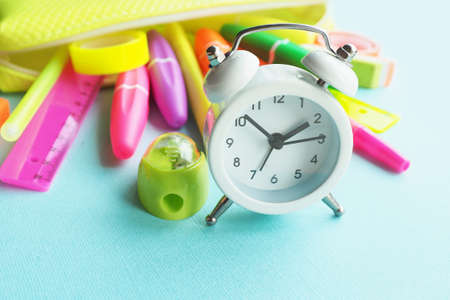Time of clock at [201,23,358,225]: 1:52
